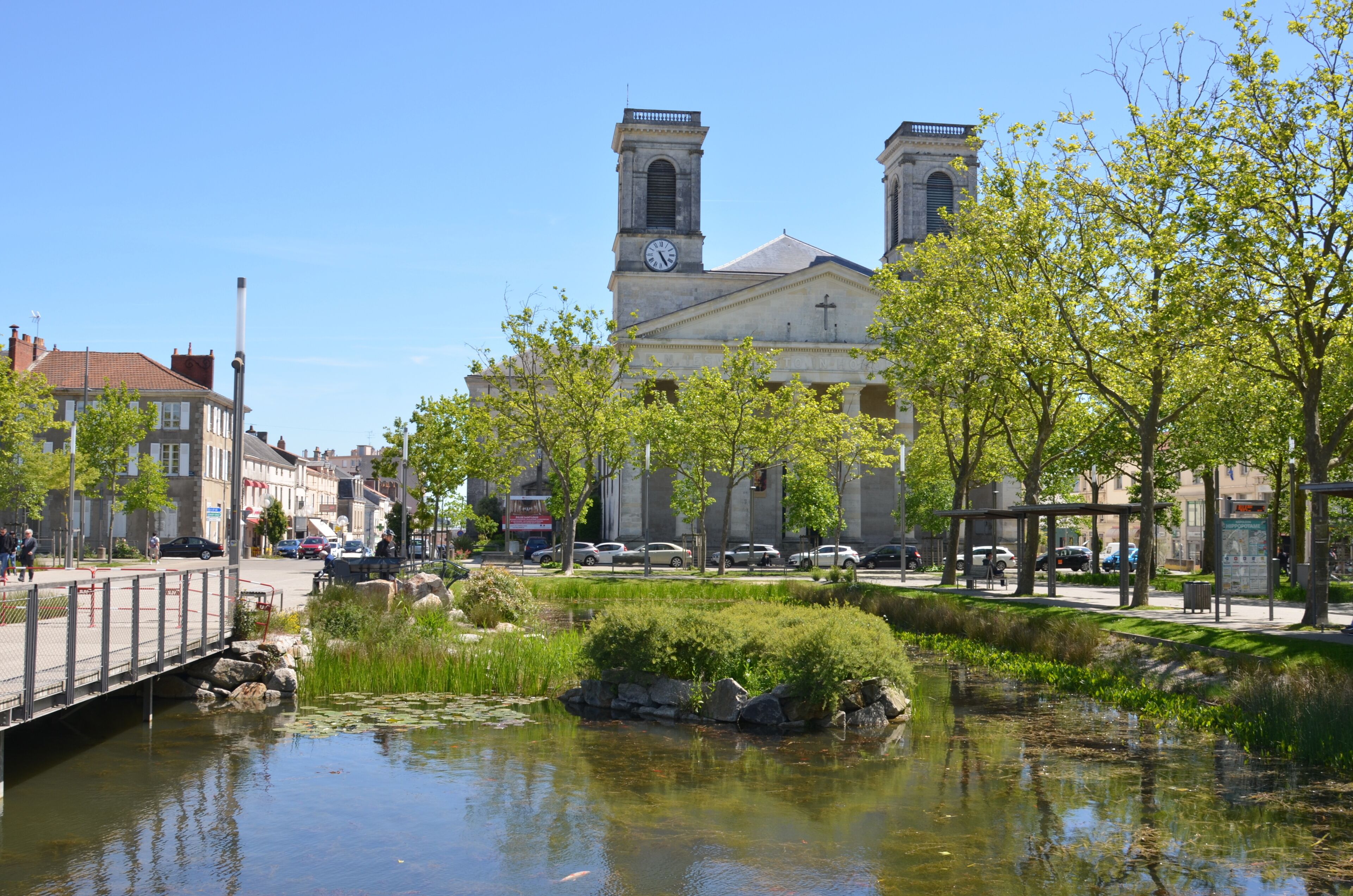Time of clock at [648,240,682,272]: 5:24
